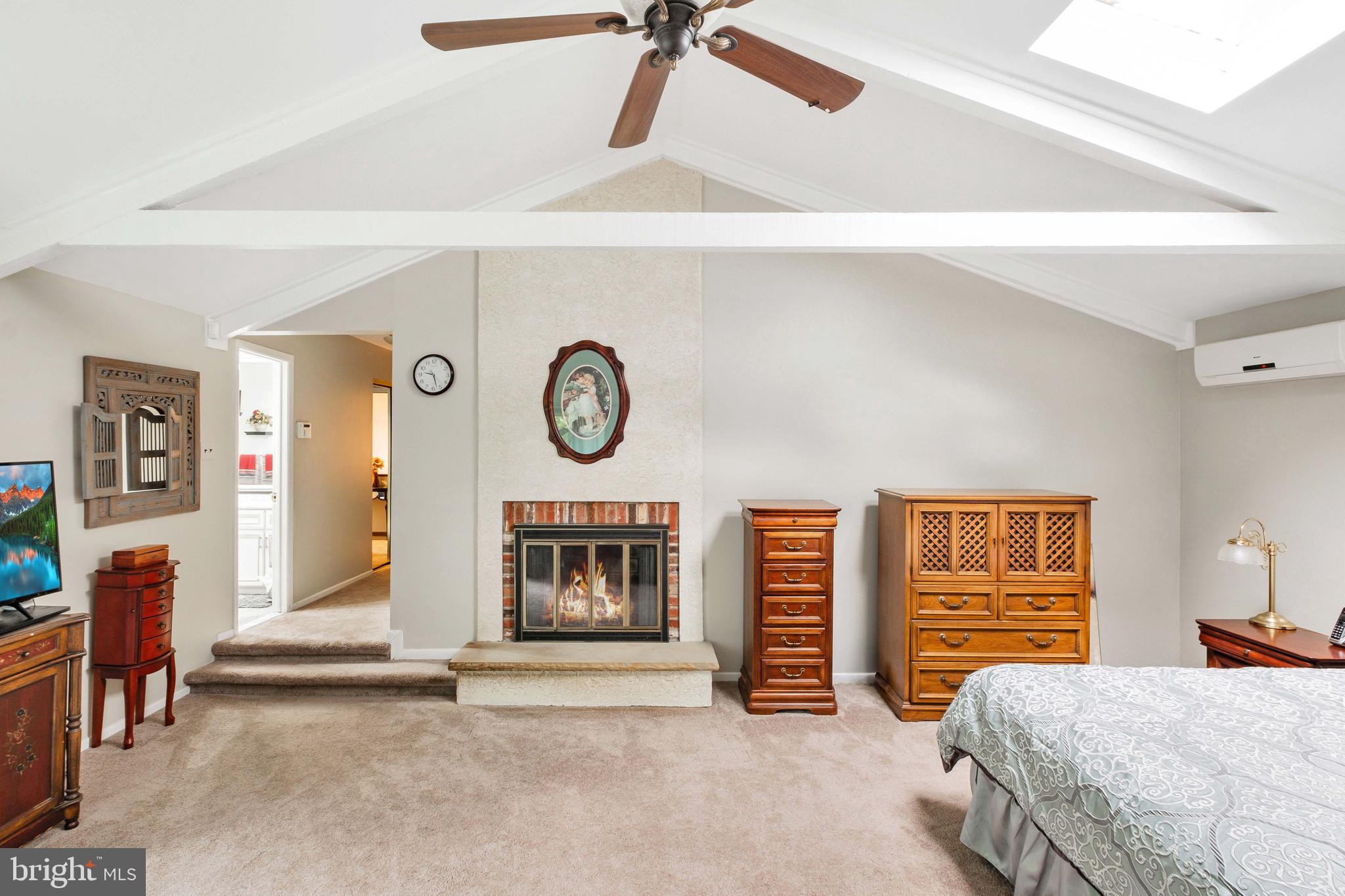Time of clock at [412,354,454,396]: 9:27
